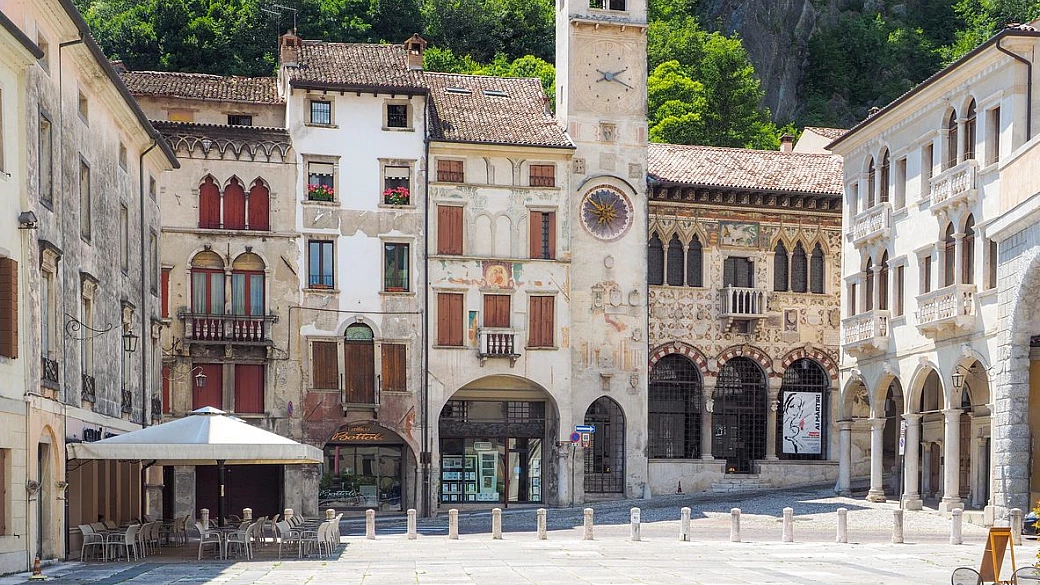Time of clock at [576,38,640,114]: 2:18
